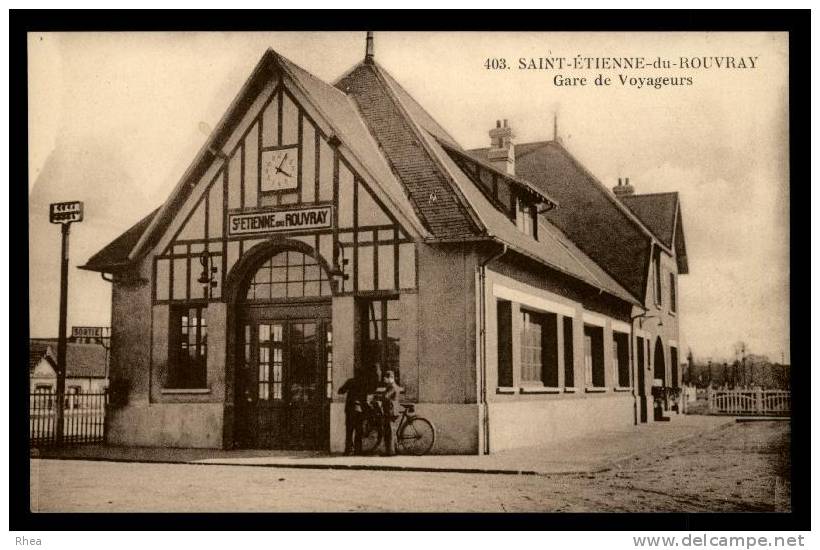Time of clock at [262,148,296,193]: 4:04
